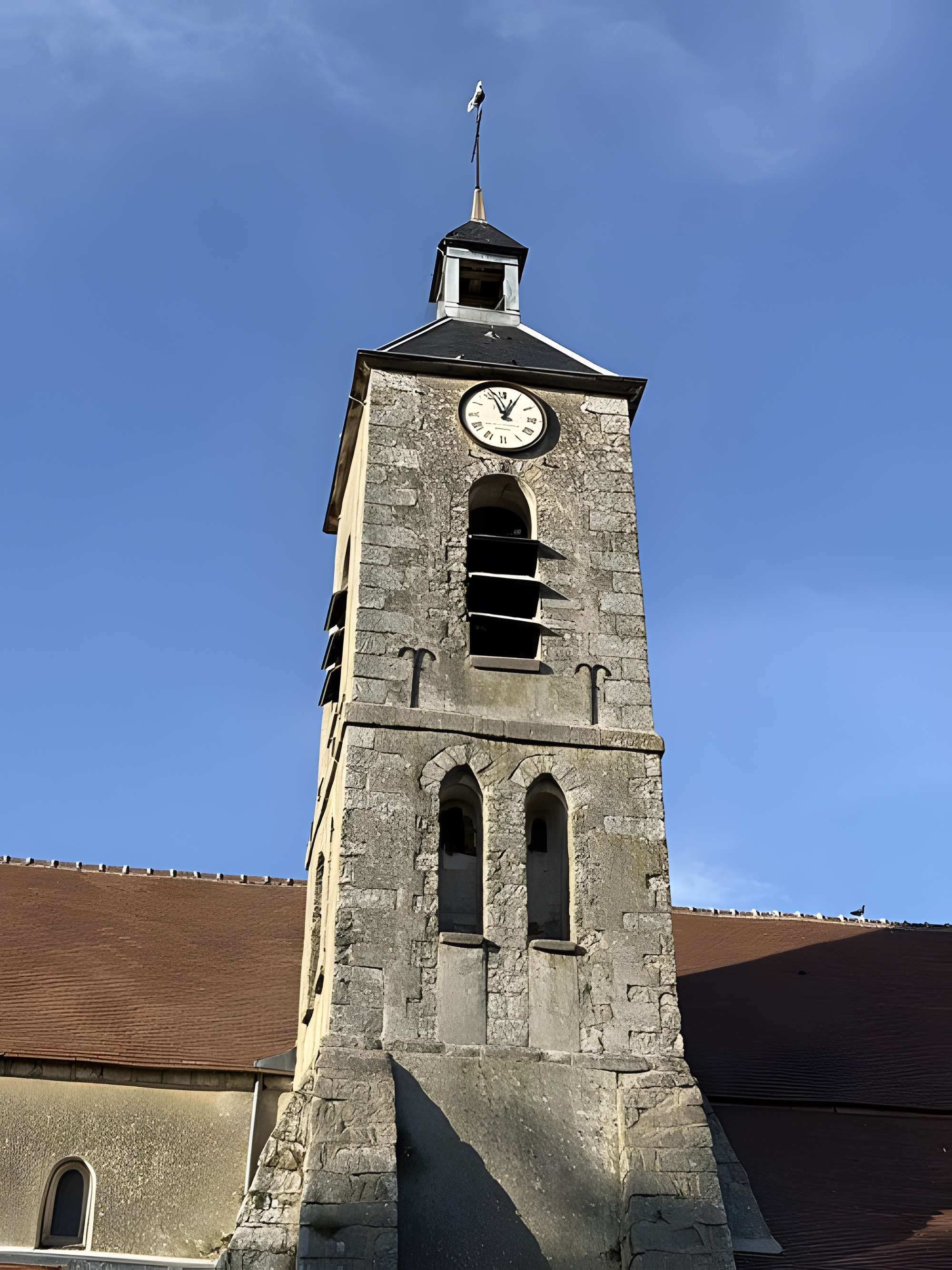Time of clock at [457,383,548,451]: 12:56
